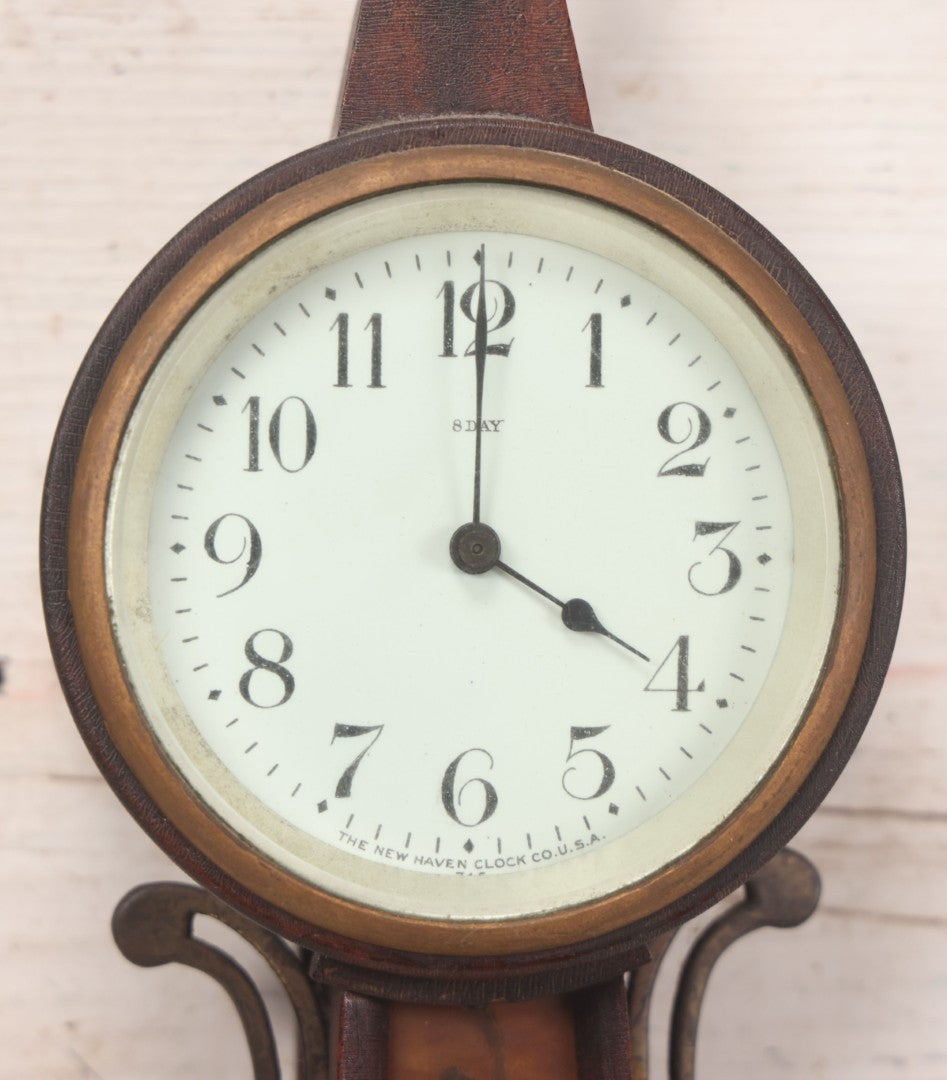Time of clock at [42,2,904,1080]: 4:00
